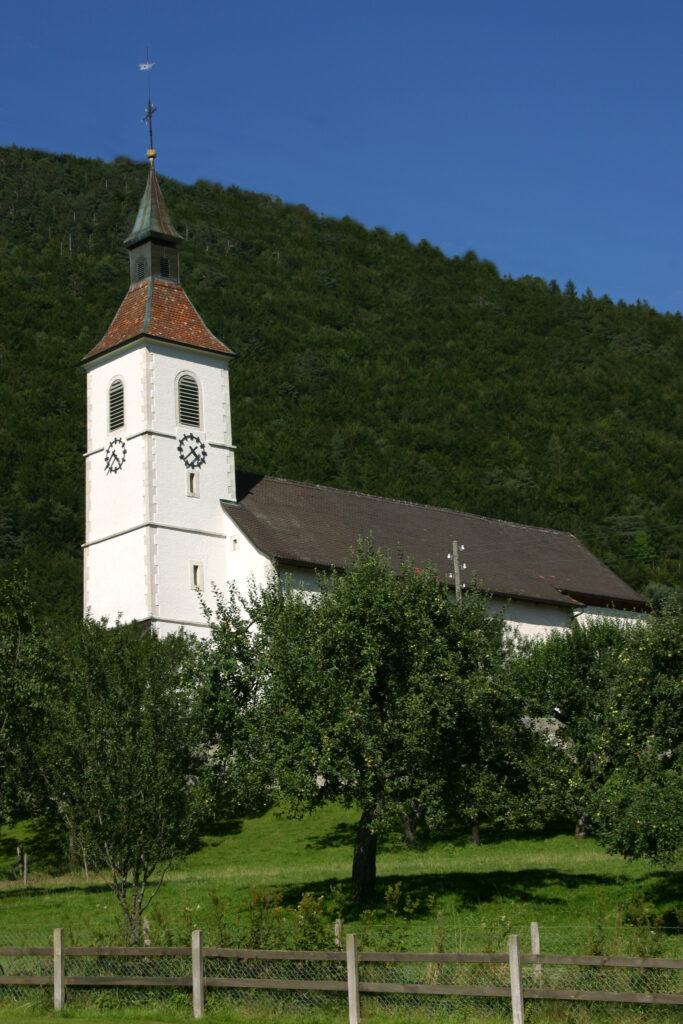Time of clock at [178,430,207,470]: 4:37
